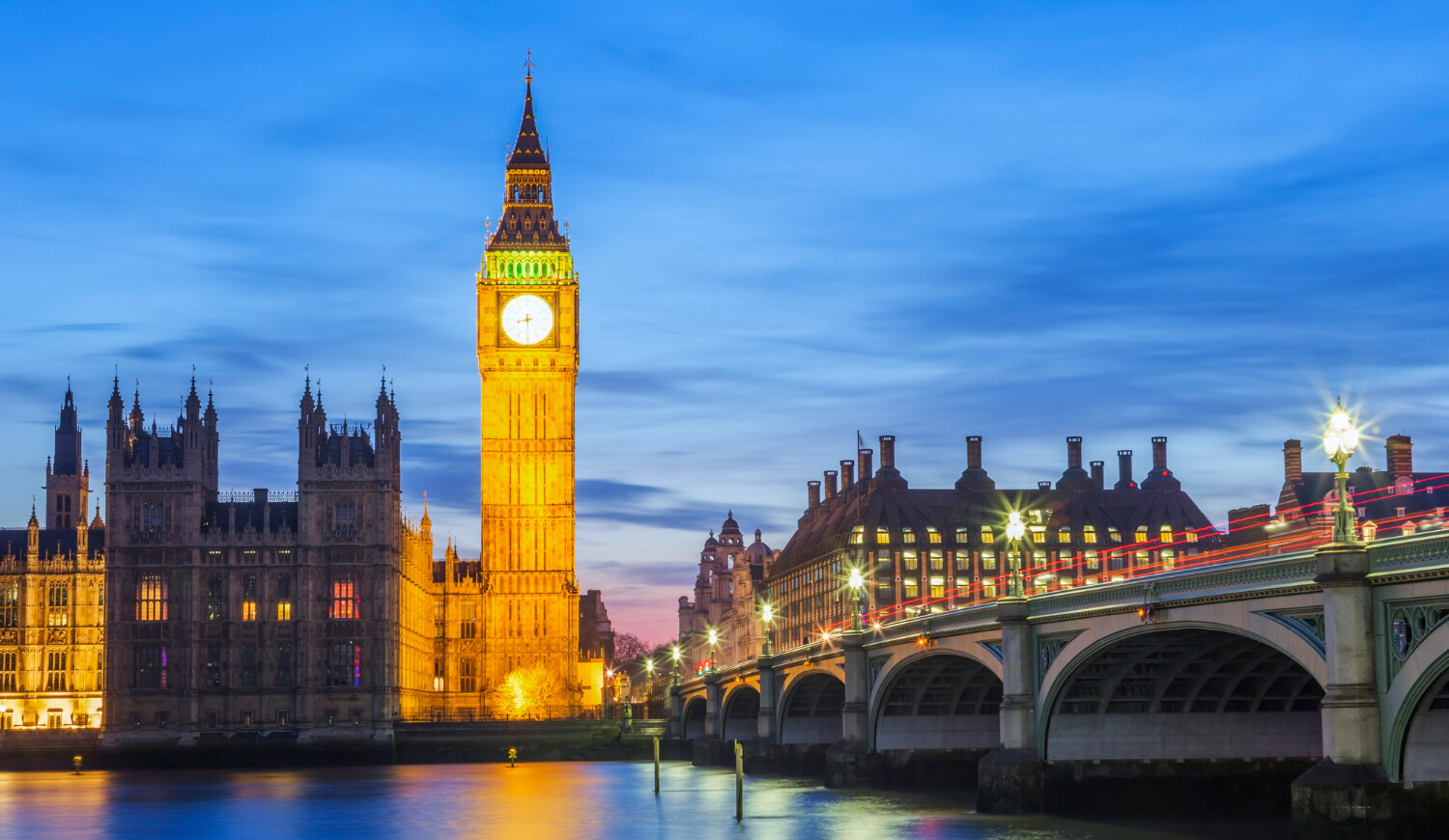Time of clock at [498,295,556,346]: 8:29
